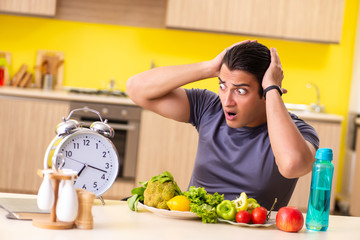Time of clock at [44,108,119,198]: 7:17
